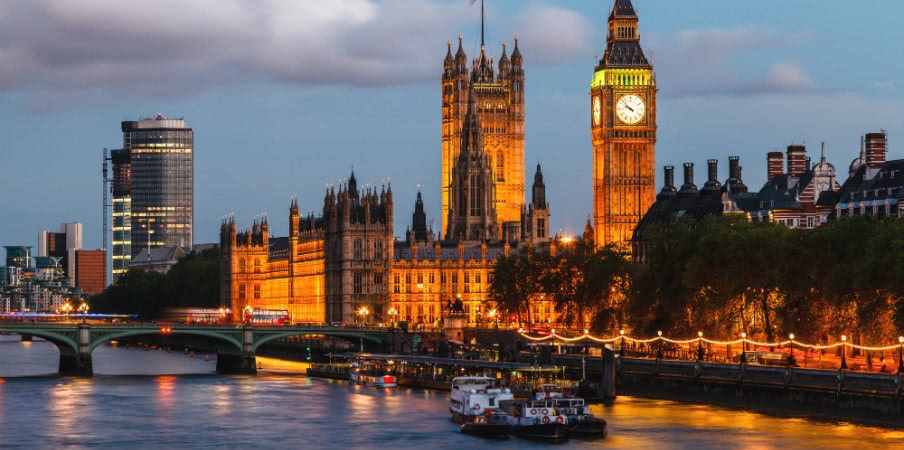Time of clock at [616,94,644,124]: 9:52
